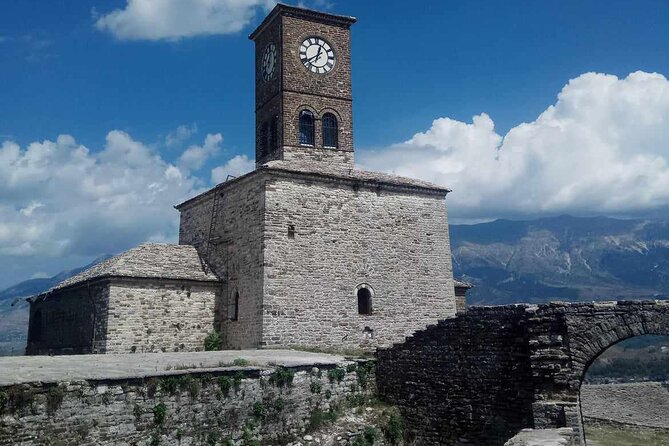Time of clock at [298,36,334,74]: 12:39
